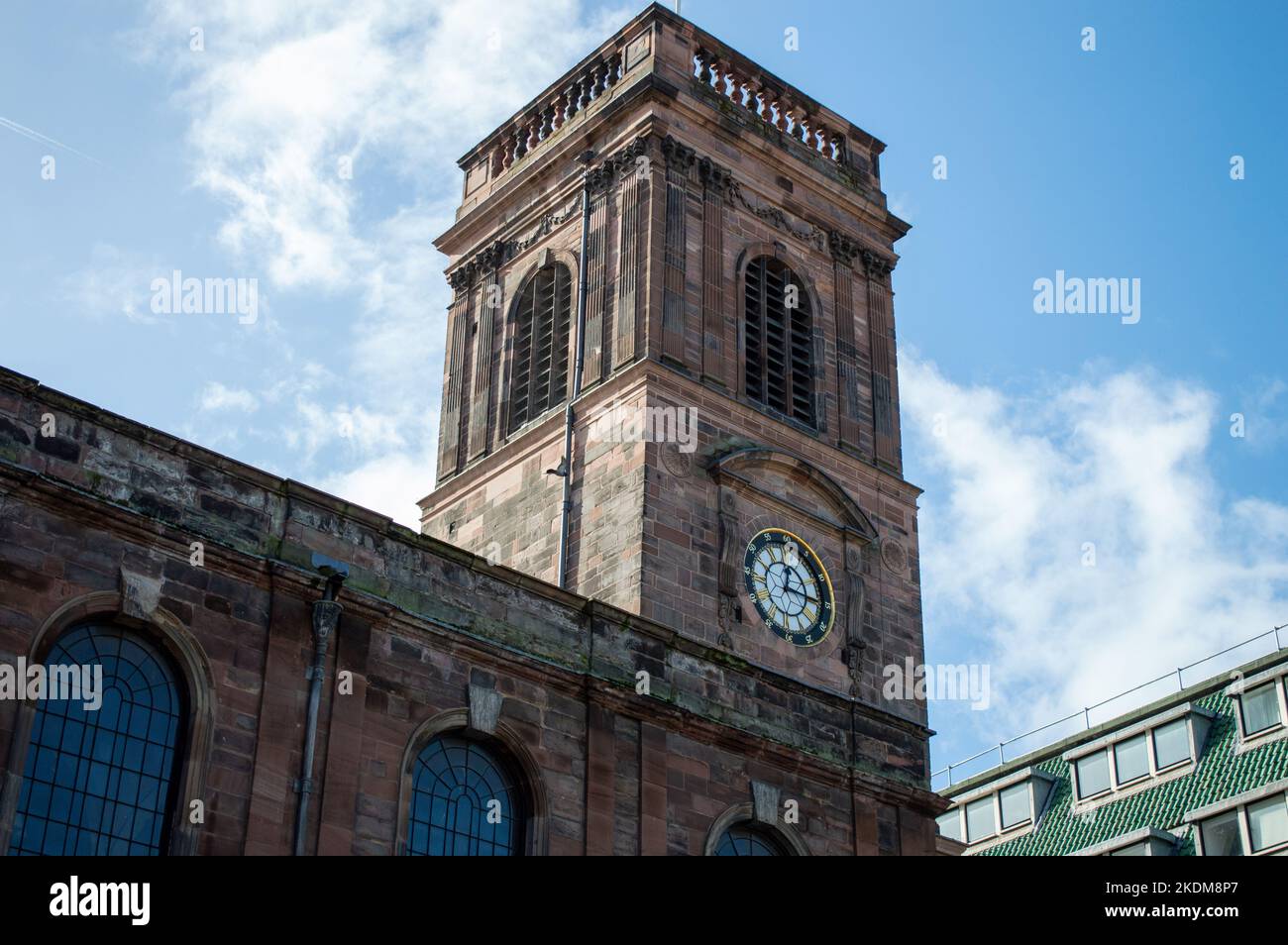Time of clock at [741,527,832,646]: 12:14
